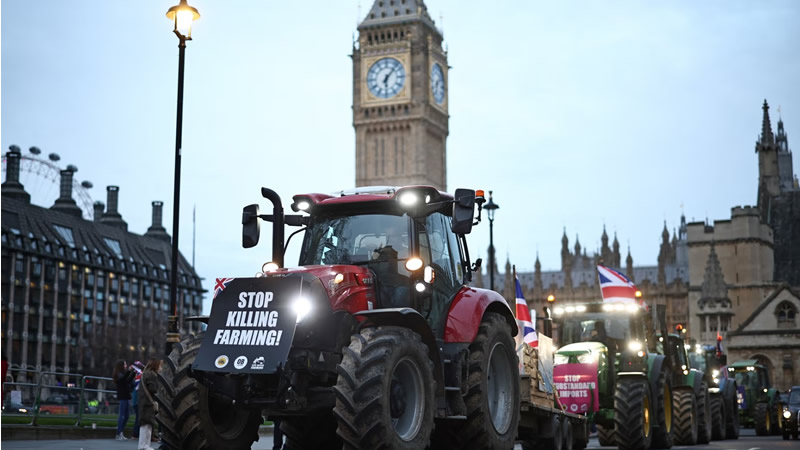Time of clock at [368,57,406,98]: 6:06
